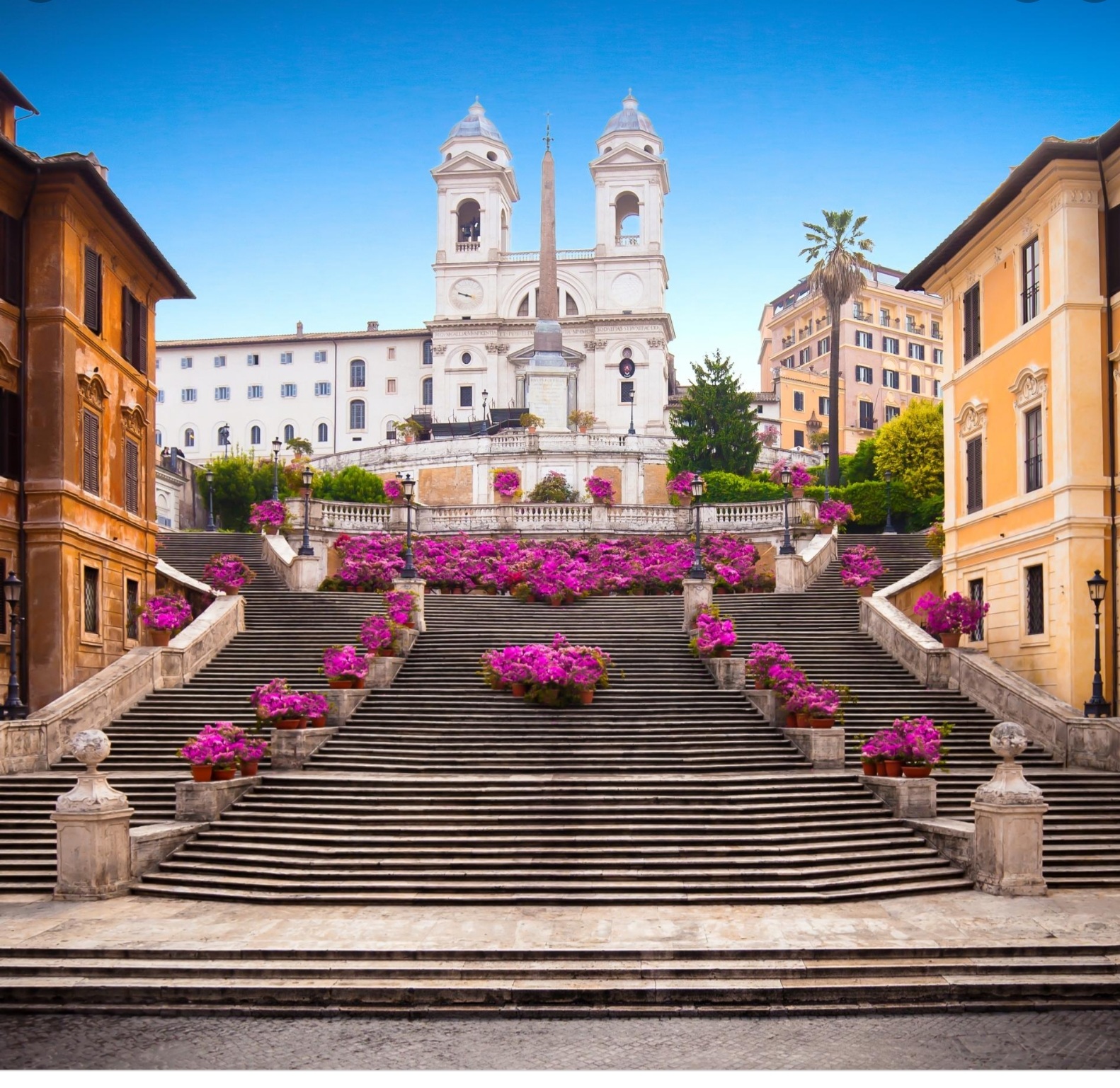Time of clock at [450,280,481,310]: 9:17
